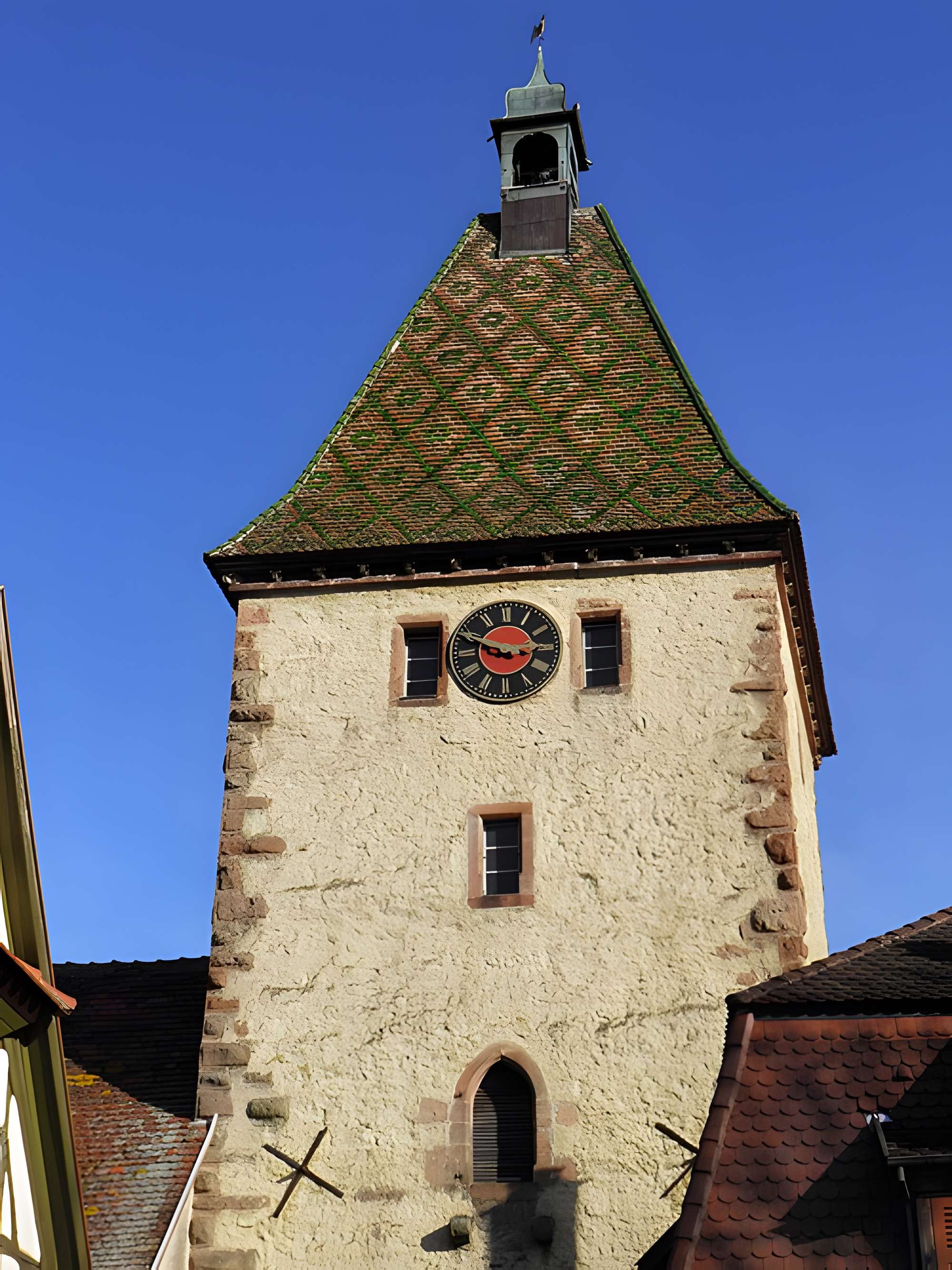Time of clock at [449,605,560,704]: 8:48
